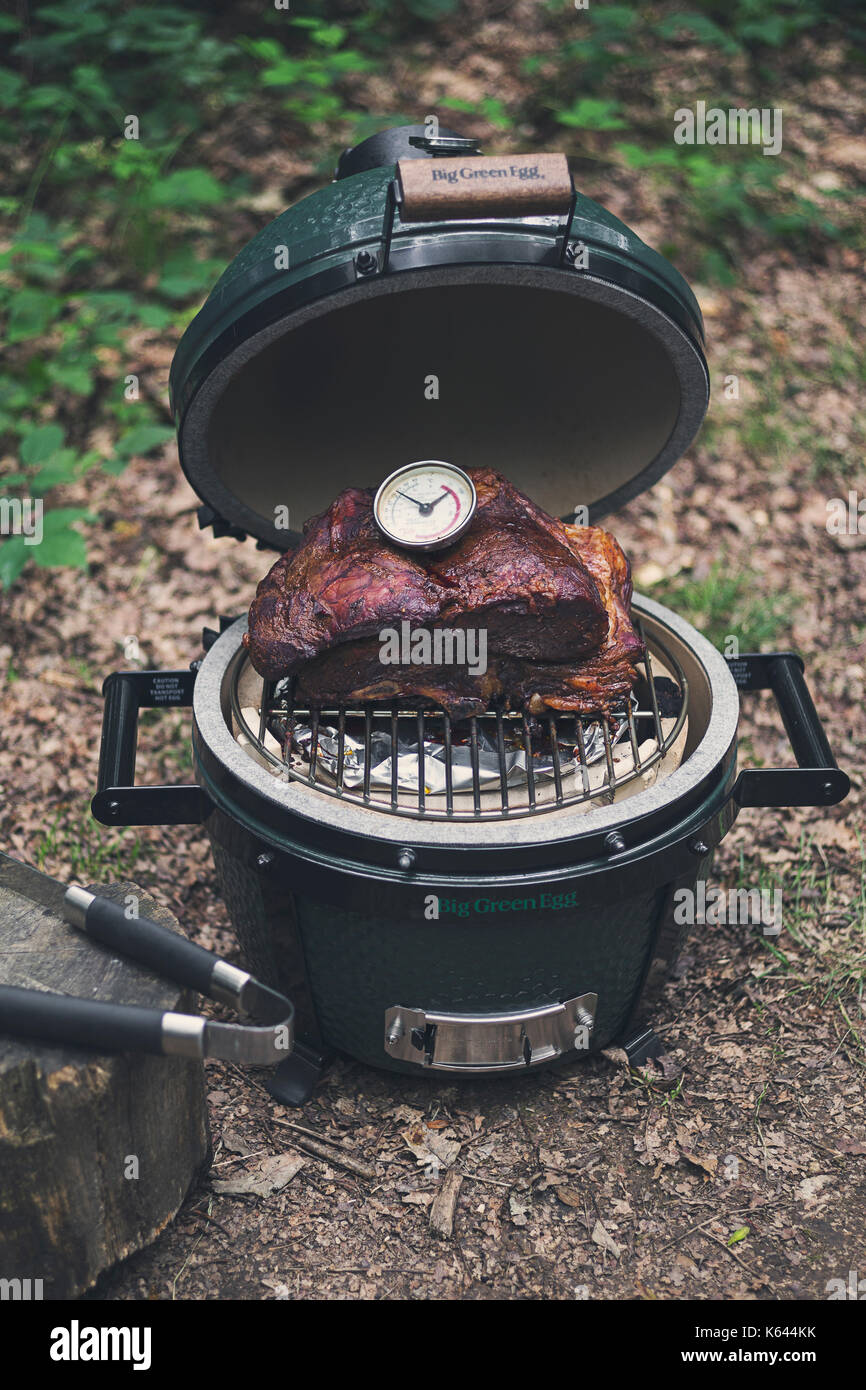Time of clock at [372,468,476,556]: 1:51
